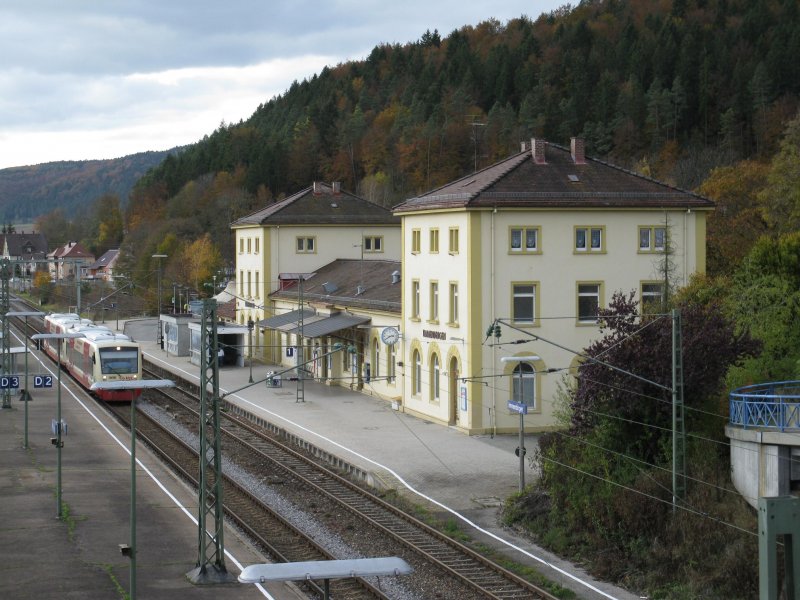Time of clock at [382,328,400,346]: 2:40
